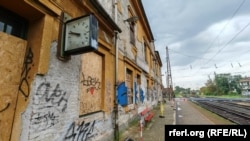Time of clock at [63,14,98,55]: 9:48
